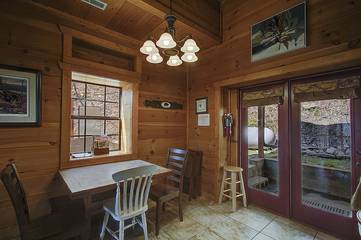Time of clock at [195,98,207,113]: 9:01
